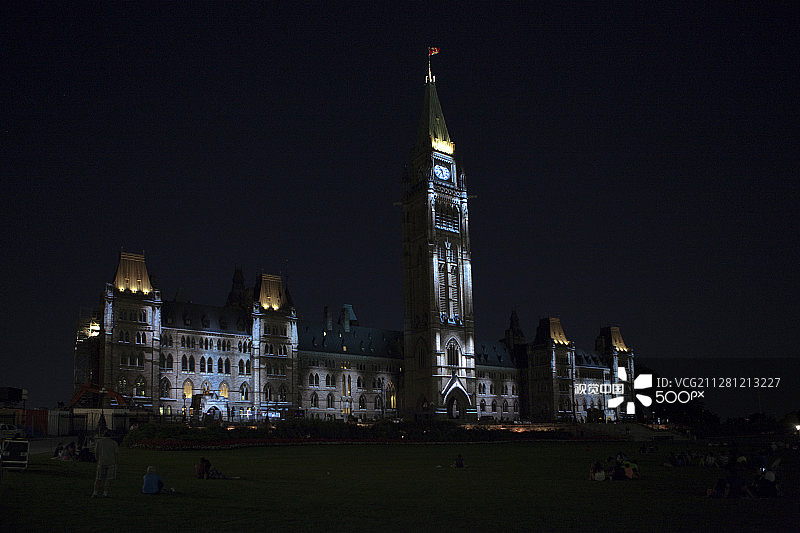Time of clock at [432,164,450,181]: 10:28
